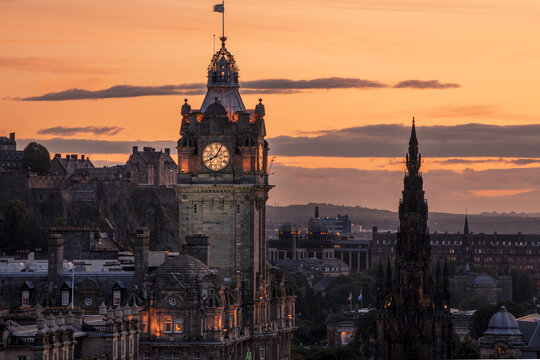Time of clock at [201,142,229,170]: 8:04
